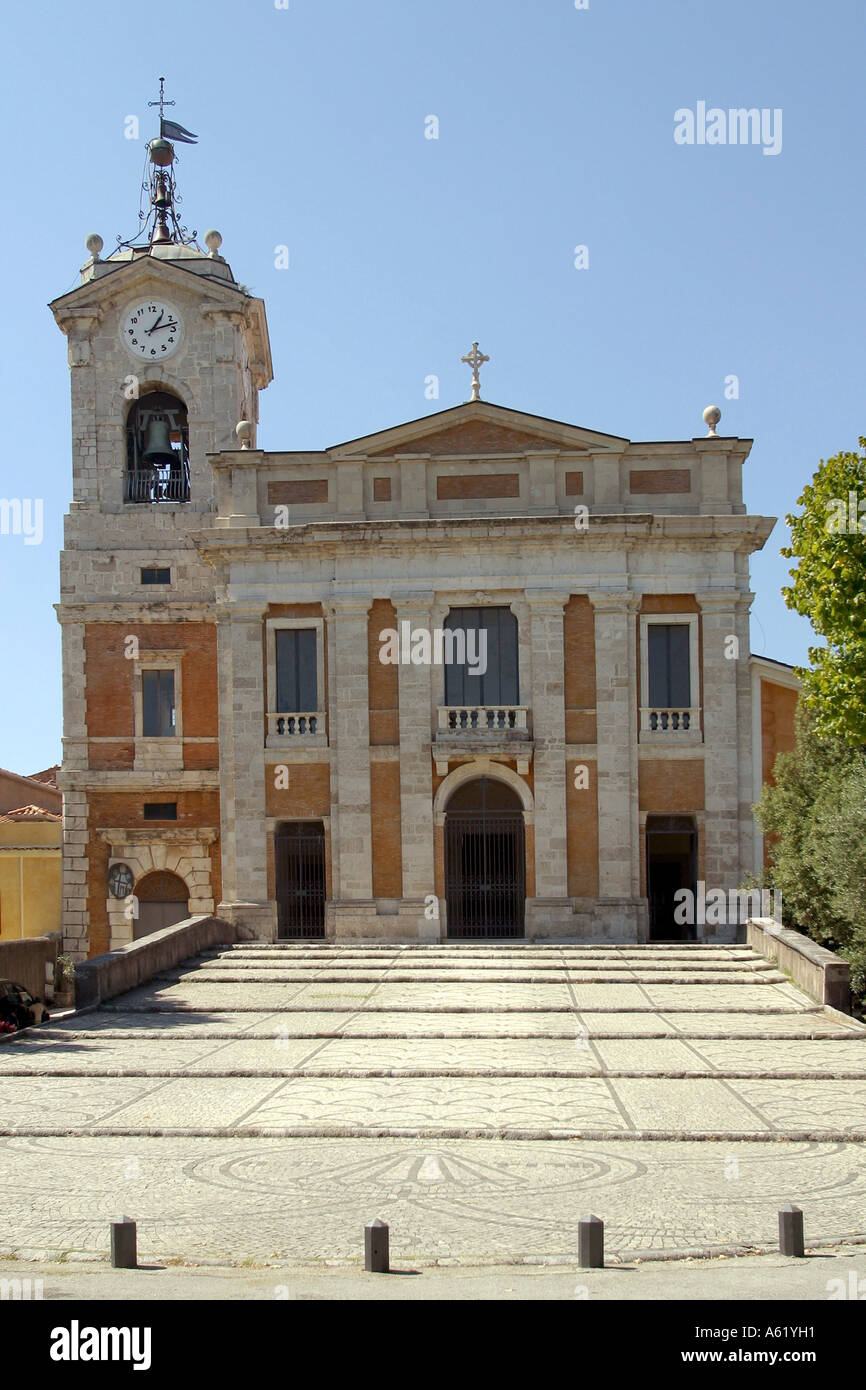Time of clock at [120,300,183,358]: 1:12
